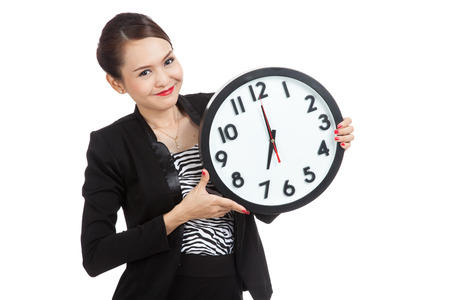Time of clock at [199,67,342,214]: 6:59
